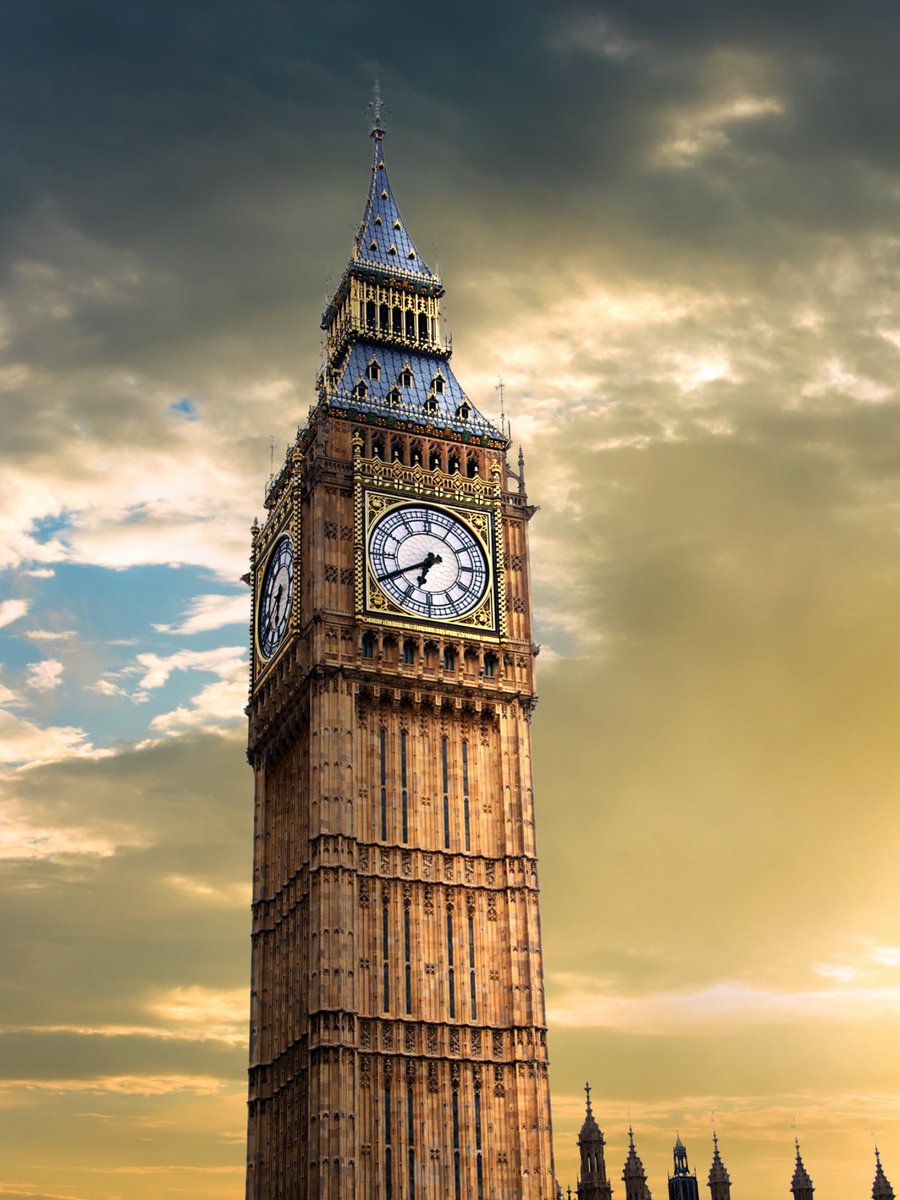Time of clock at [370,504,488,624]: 6:40
